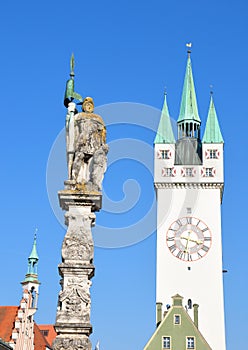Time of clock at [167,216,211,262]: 3:32
